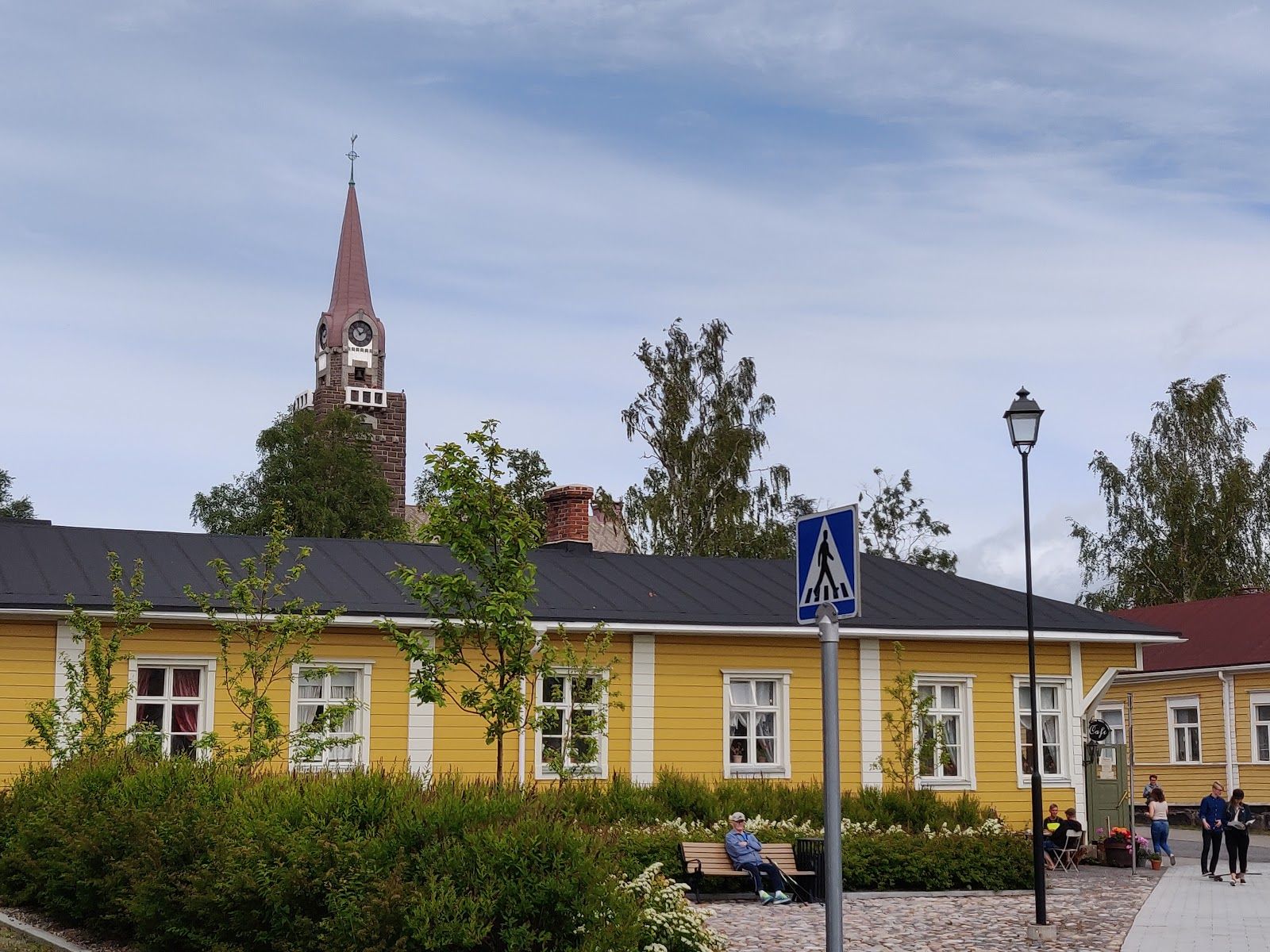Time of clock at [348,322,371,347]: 1:54
